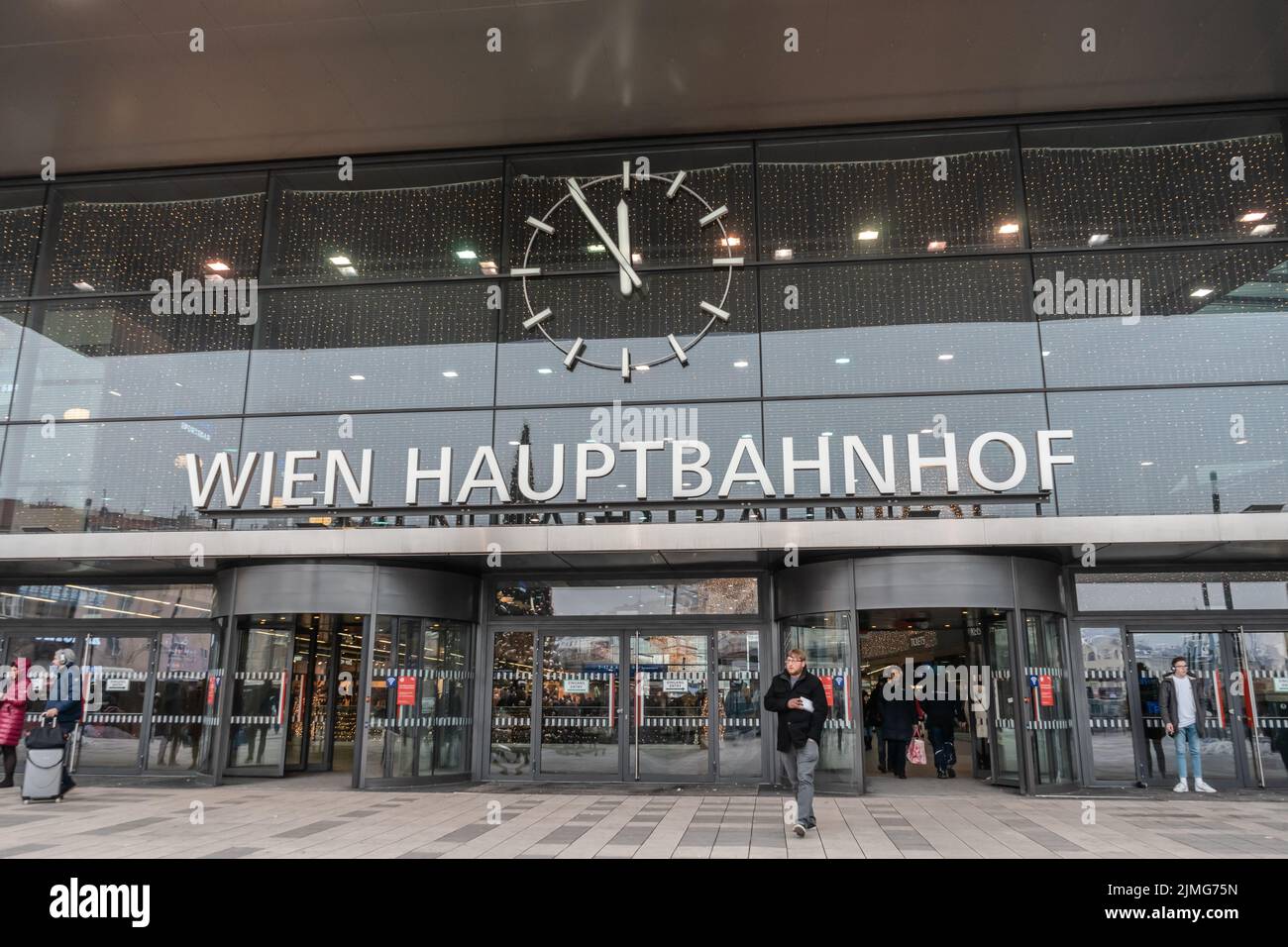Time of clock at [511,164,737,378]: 11:54
